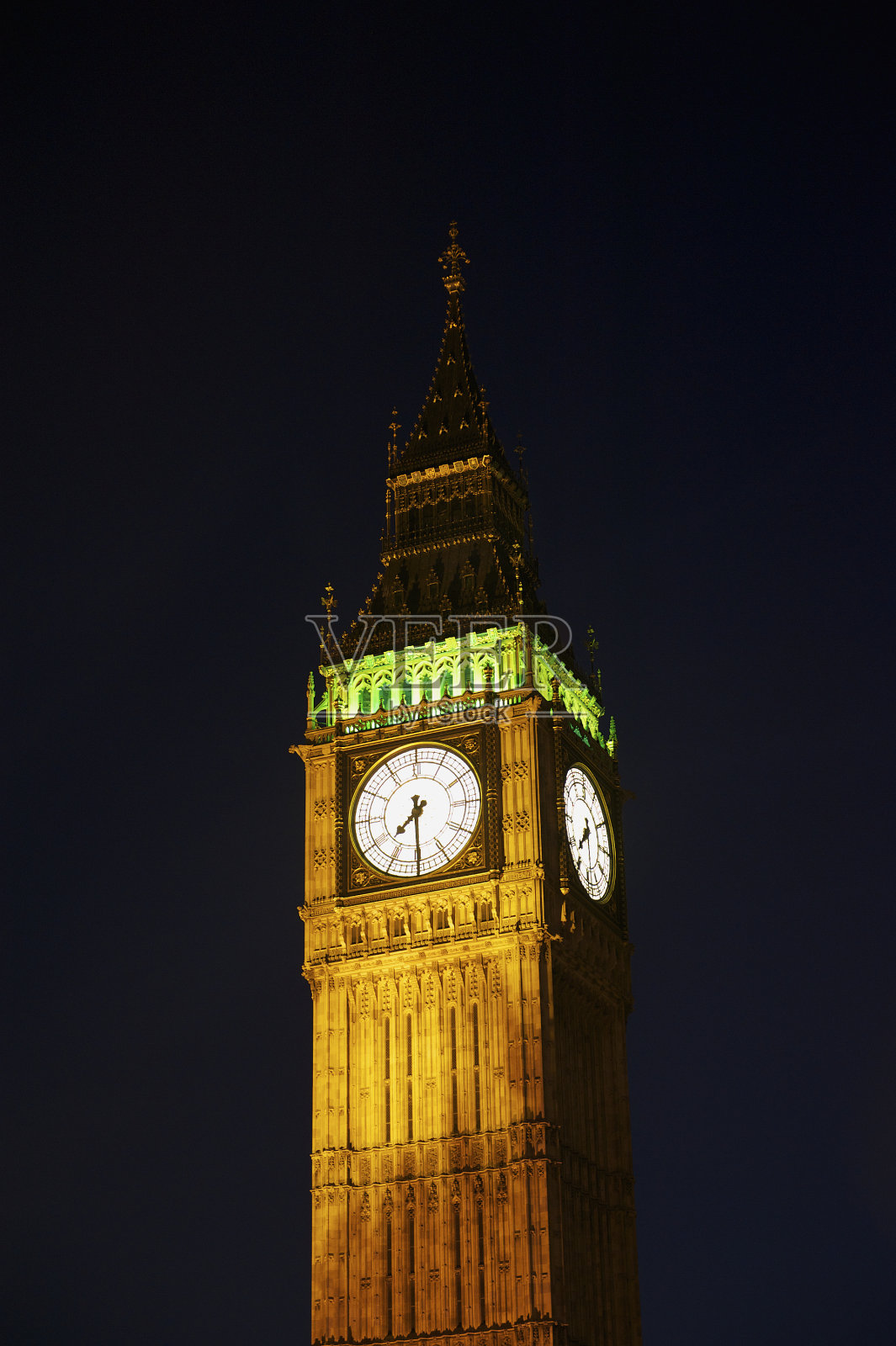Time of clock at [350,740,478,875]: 7:30
